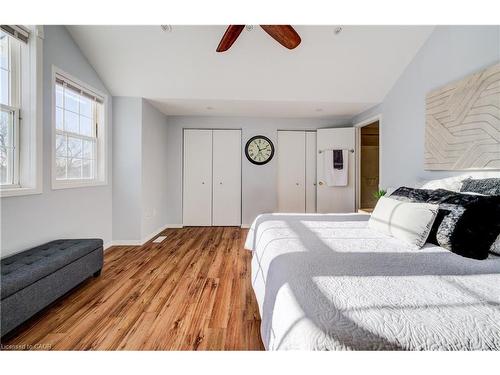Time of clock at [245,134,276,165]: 11:12
